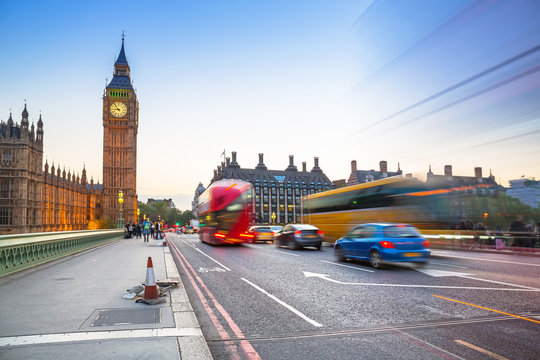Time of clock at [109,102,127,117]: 8:53
